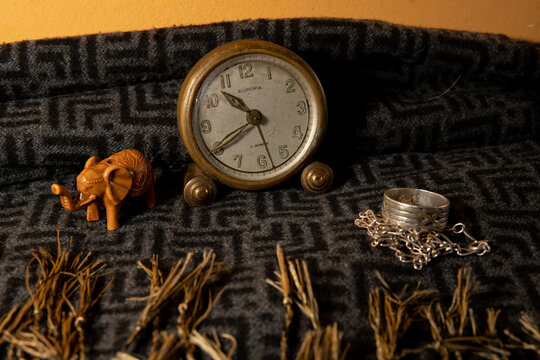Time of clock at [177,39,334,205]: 10:40
